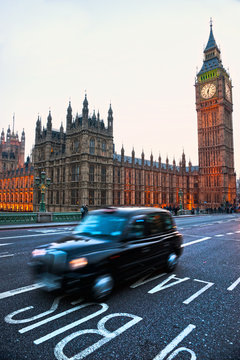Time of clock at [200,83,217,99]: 6:03
